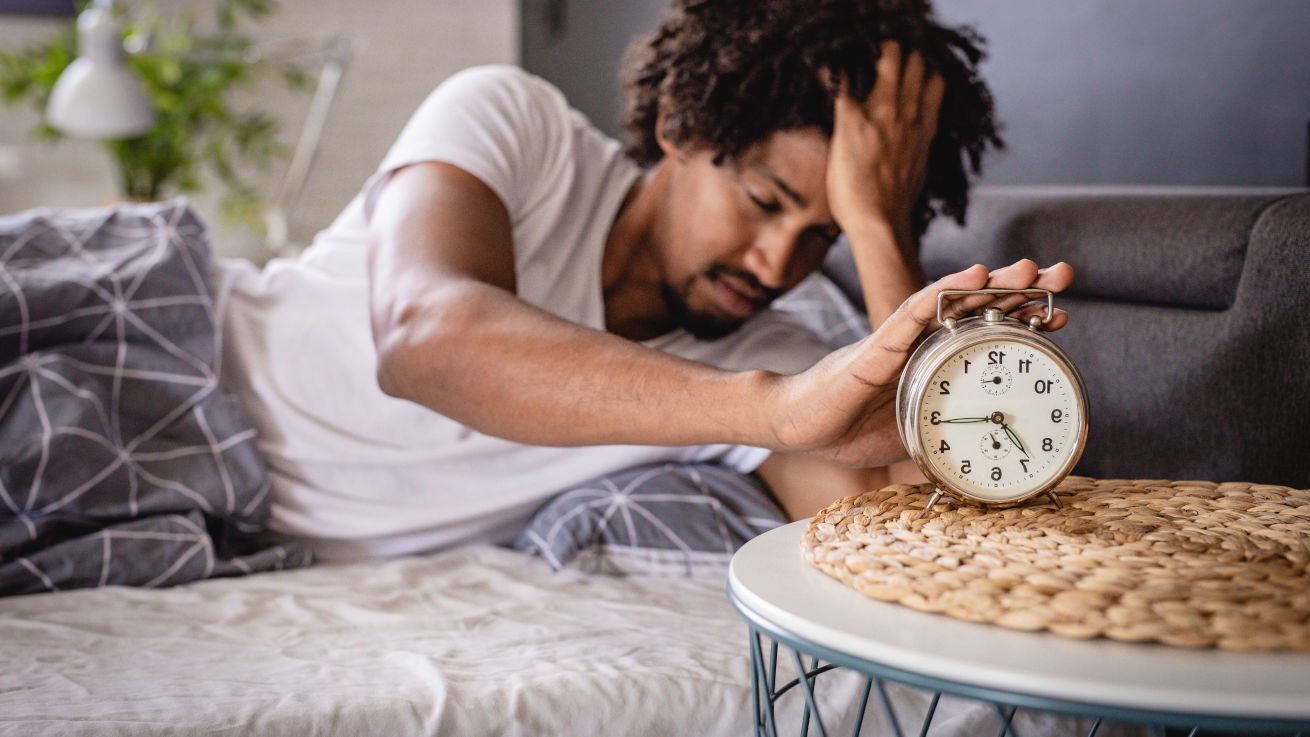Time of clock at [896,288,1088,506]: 4:44
